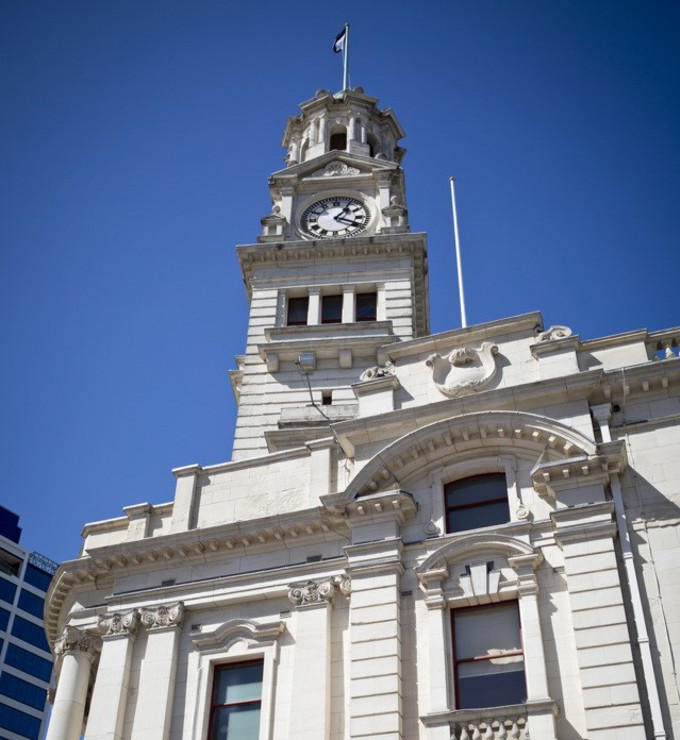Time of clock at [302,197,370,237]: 1:18
